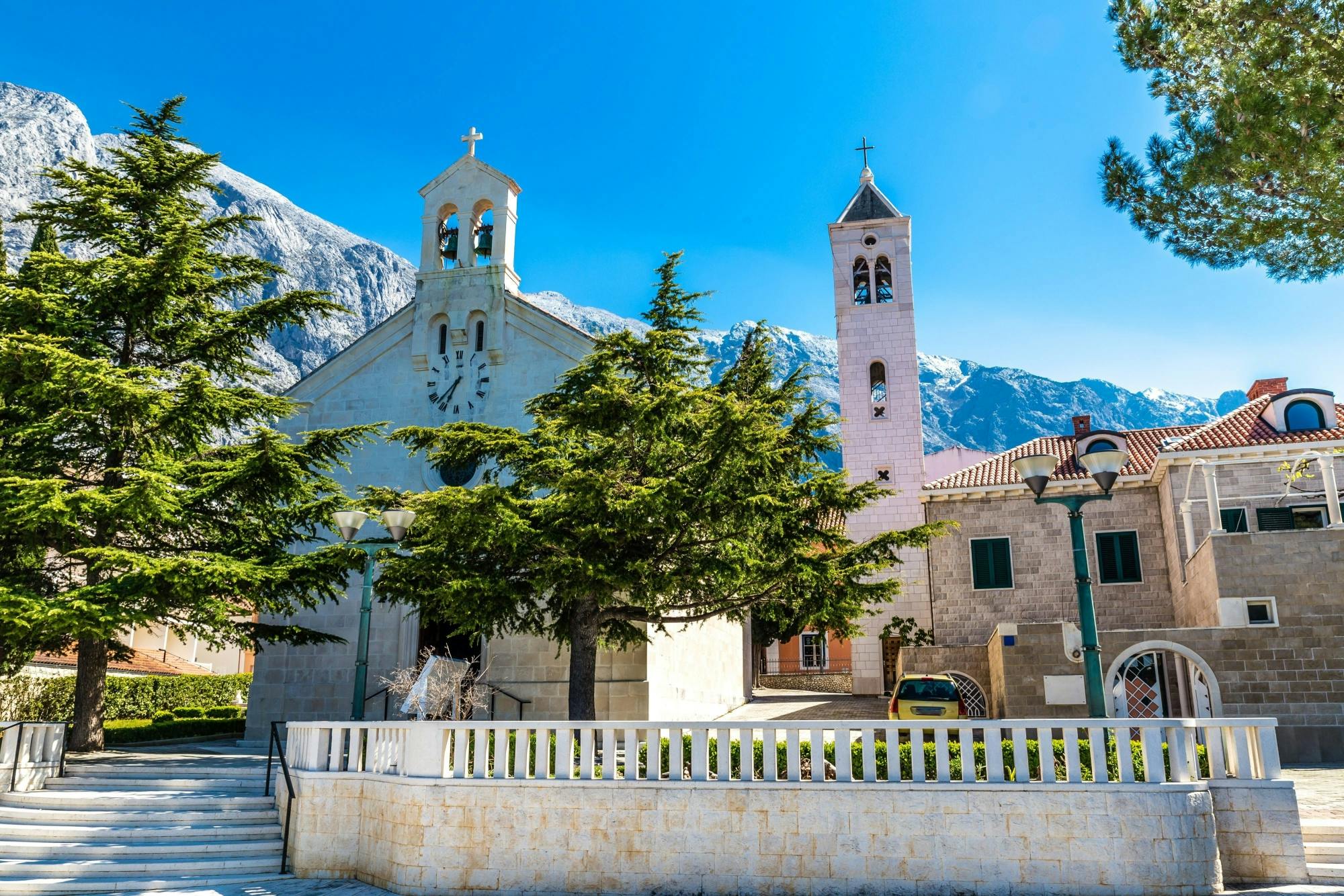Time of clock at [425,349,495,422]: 7:34
